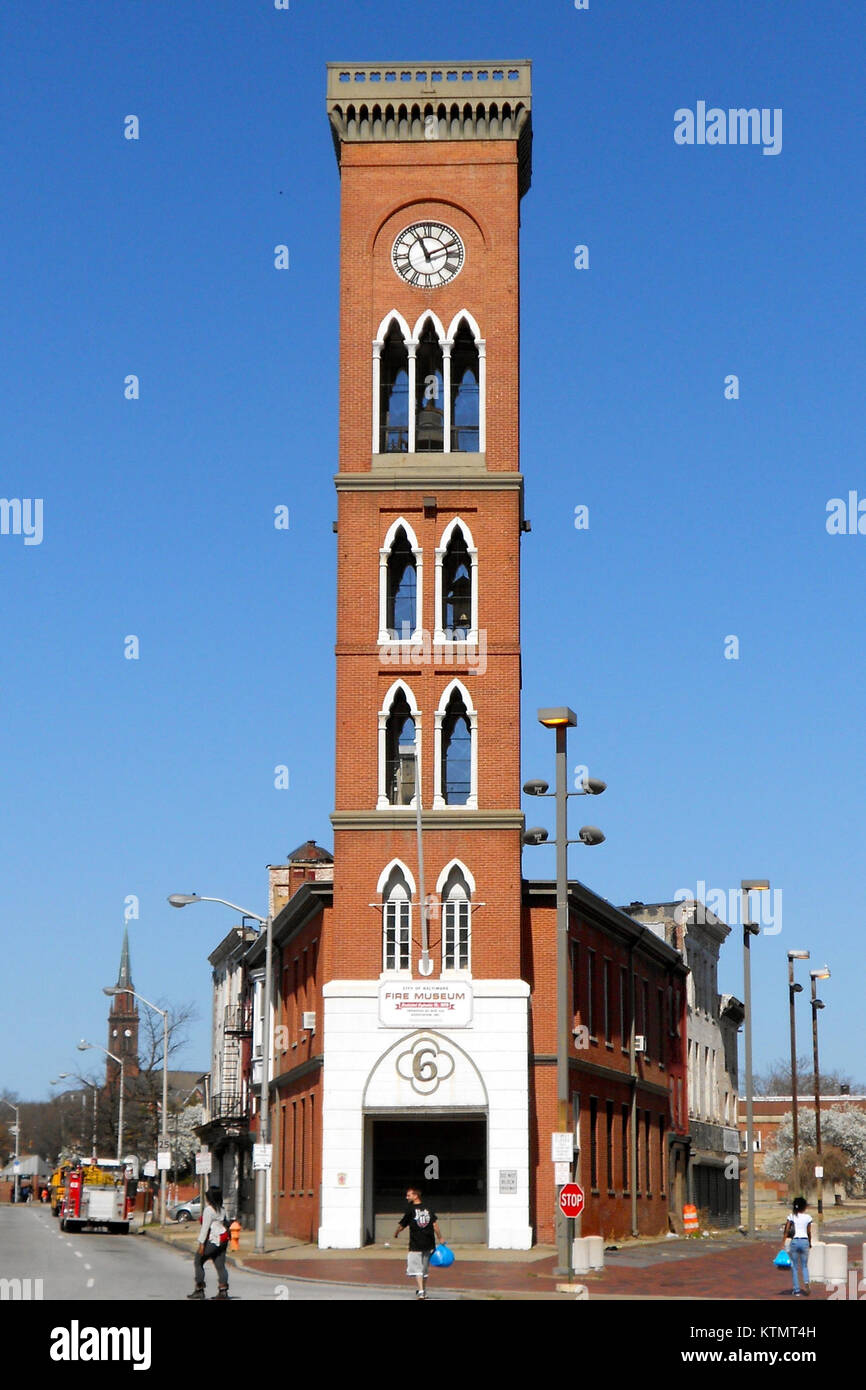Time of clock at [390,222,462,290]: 11:11
